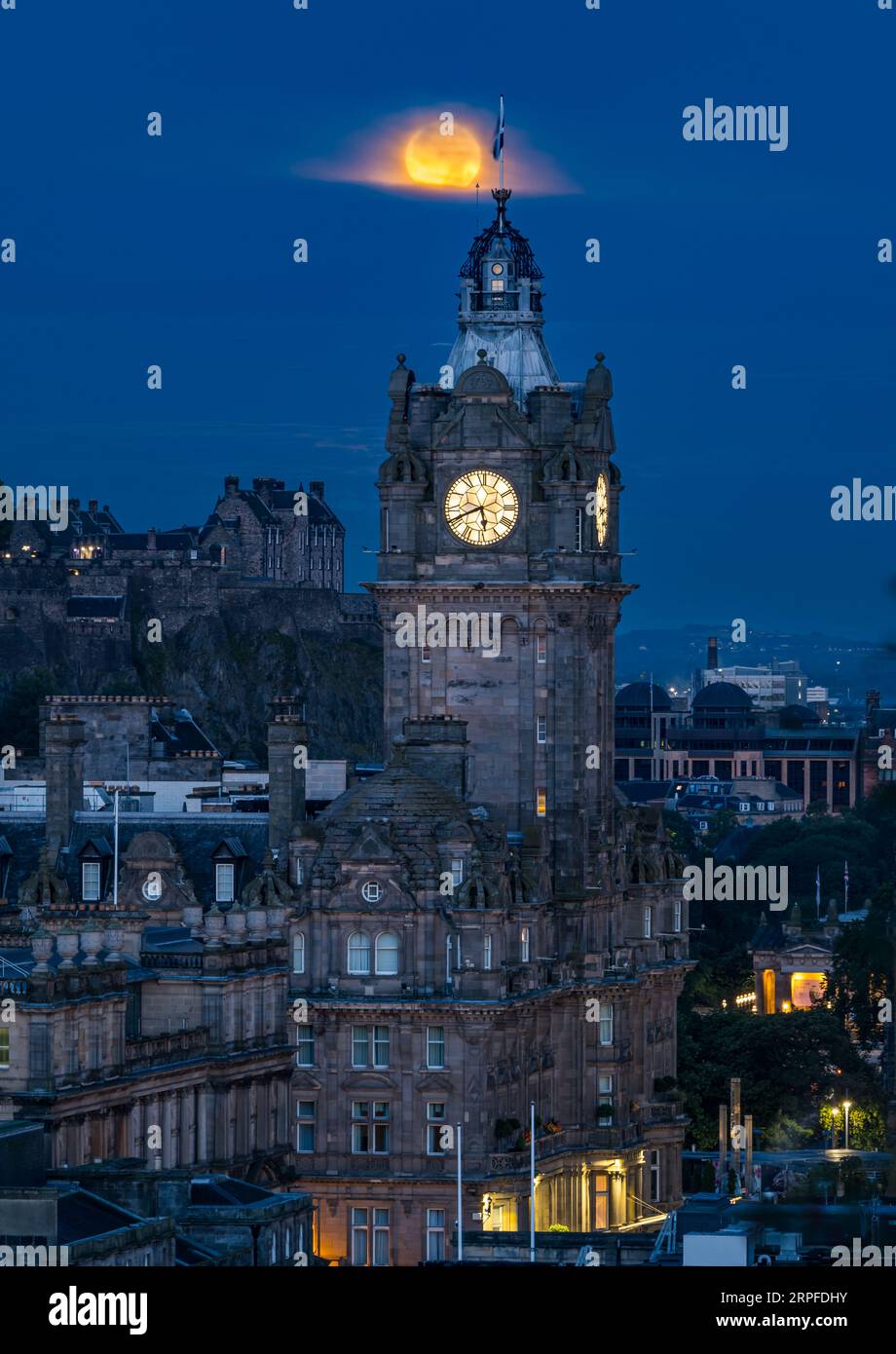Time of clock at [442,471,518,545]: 5:41
